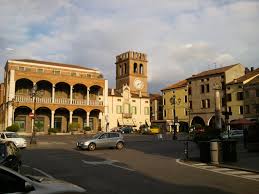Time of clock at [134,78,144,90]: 7:12
